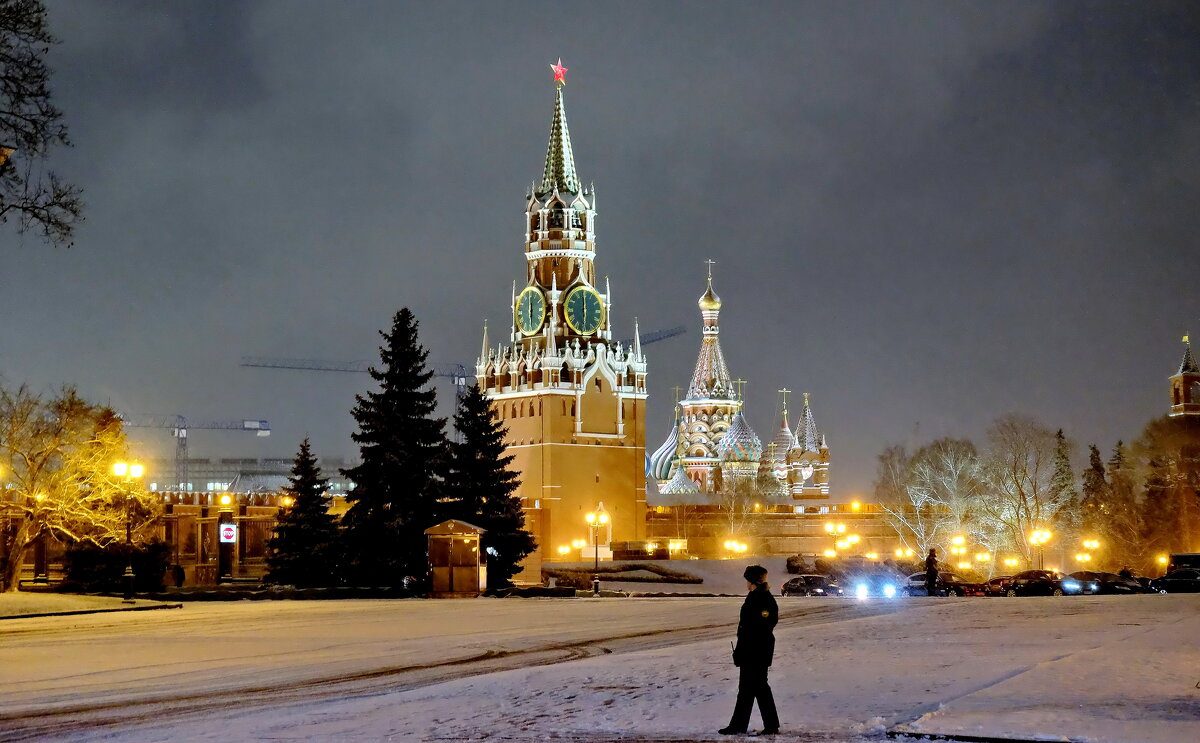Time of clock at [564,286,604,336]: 5:59
